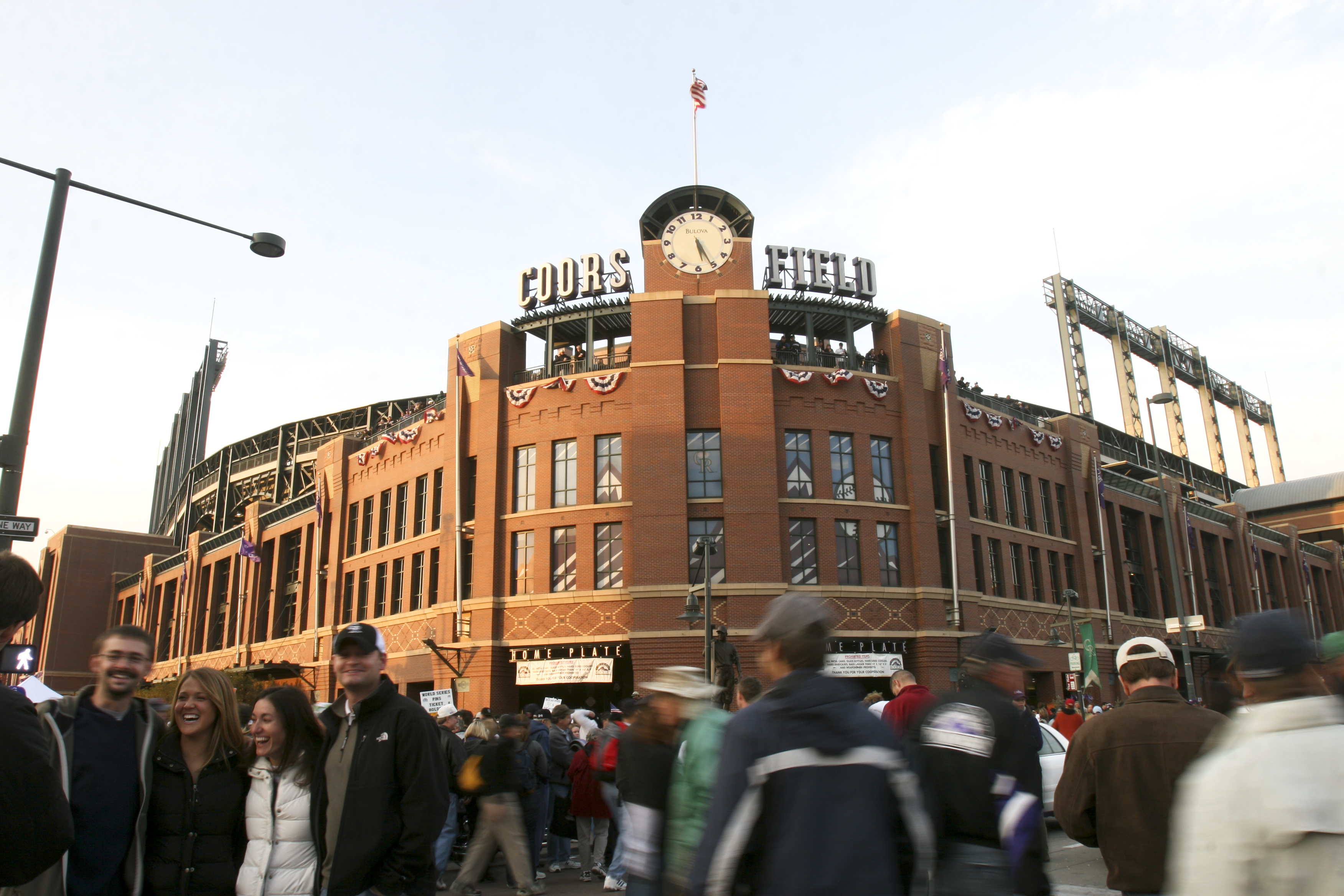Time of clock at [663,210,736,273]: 5:25
